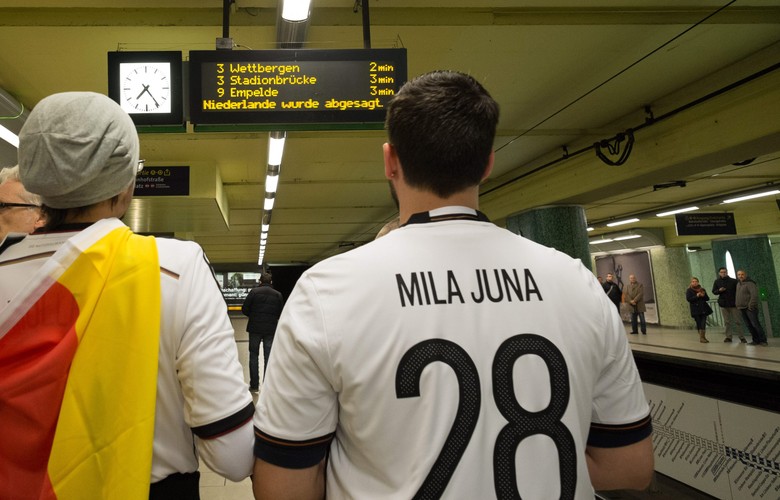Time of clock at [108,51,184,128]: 7:24
